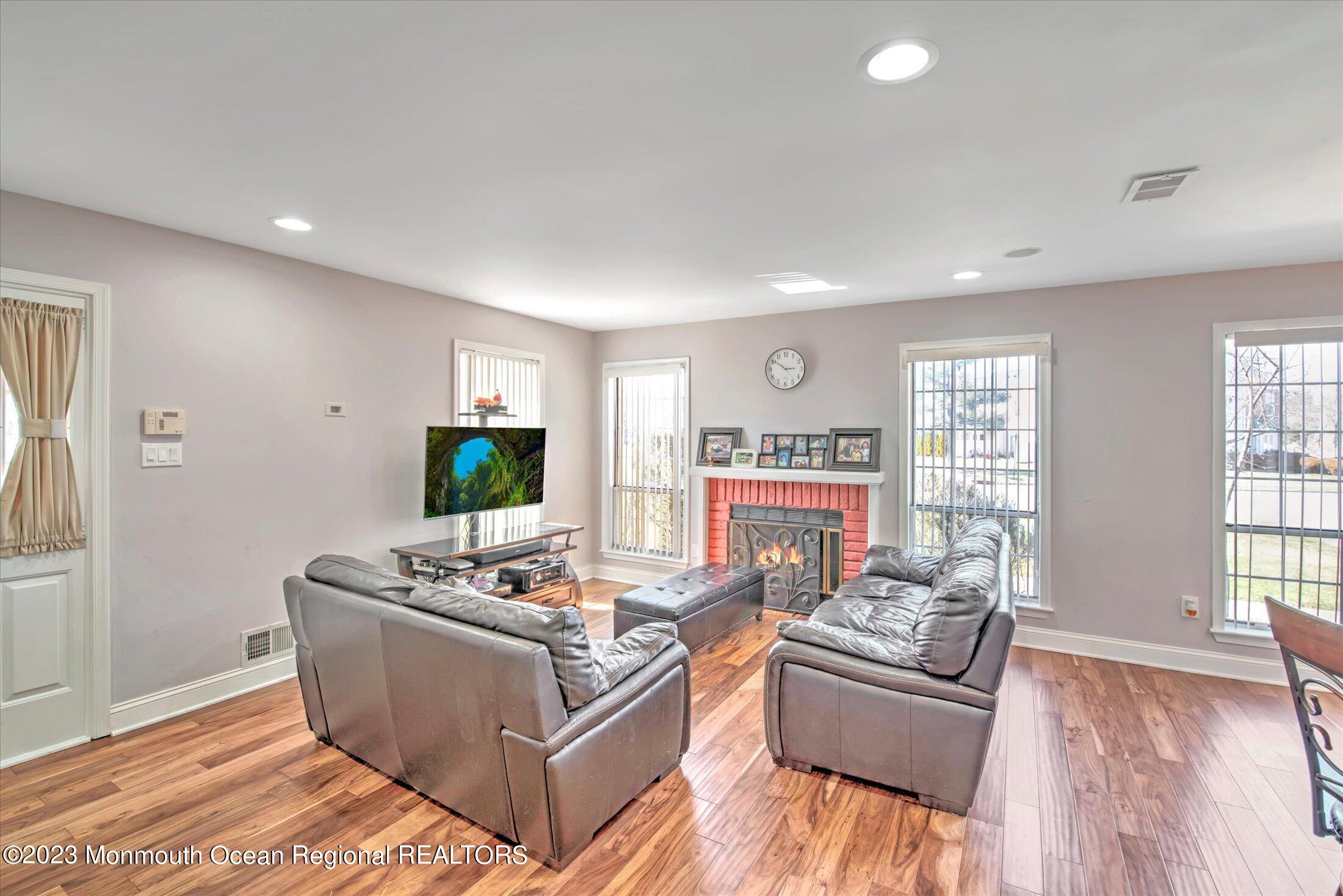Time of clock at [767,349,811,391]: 2:50
